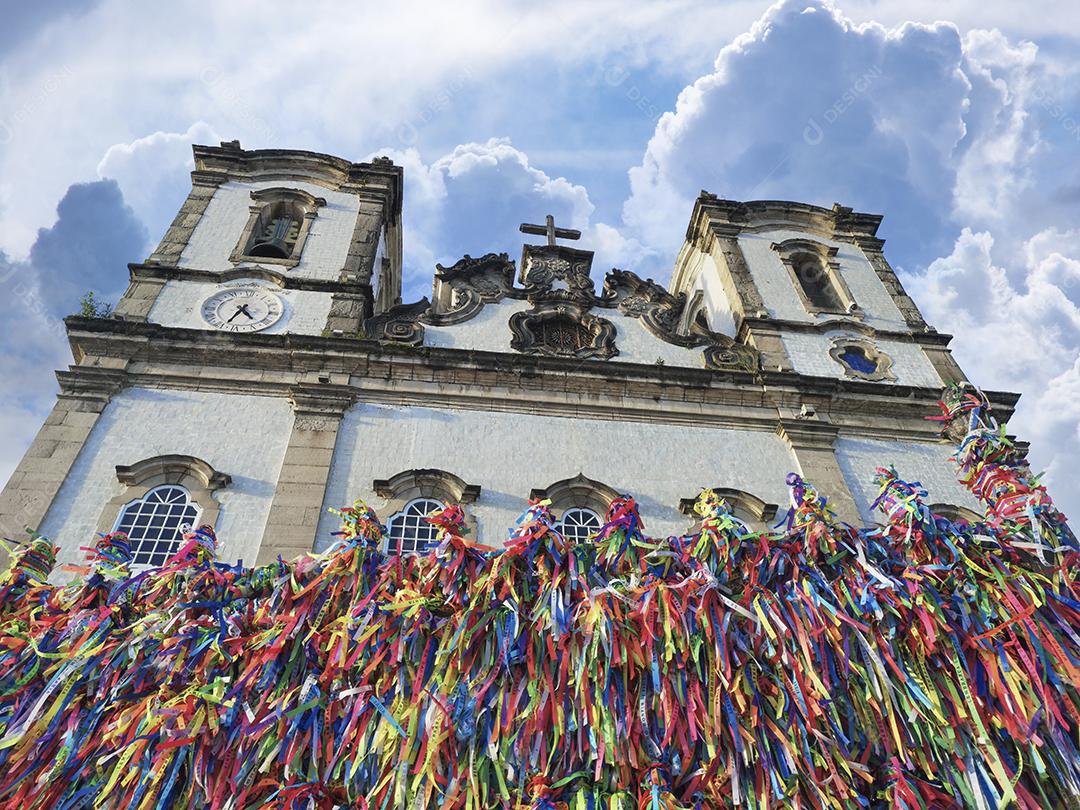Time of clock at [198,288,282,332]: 4:34
